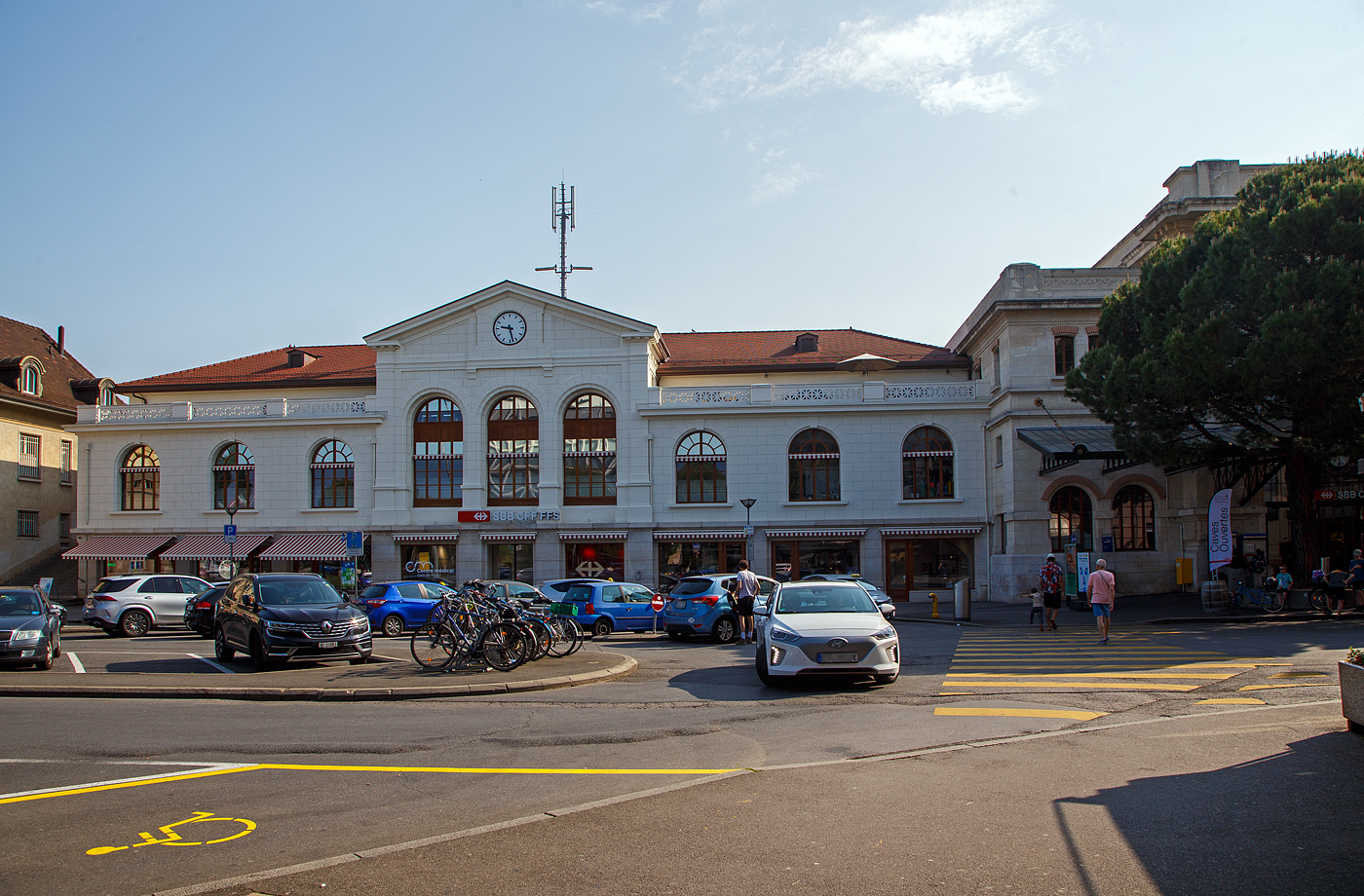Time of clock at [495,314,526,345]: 9:27
